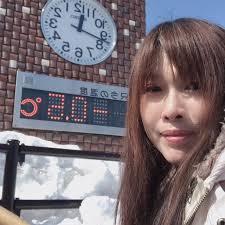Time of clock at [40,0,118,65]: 12:17
